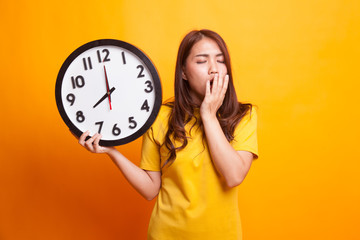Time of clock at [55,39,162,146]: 7:59
